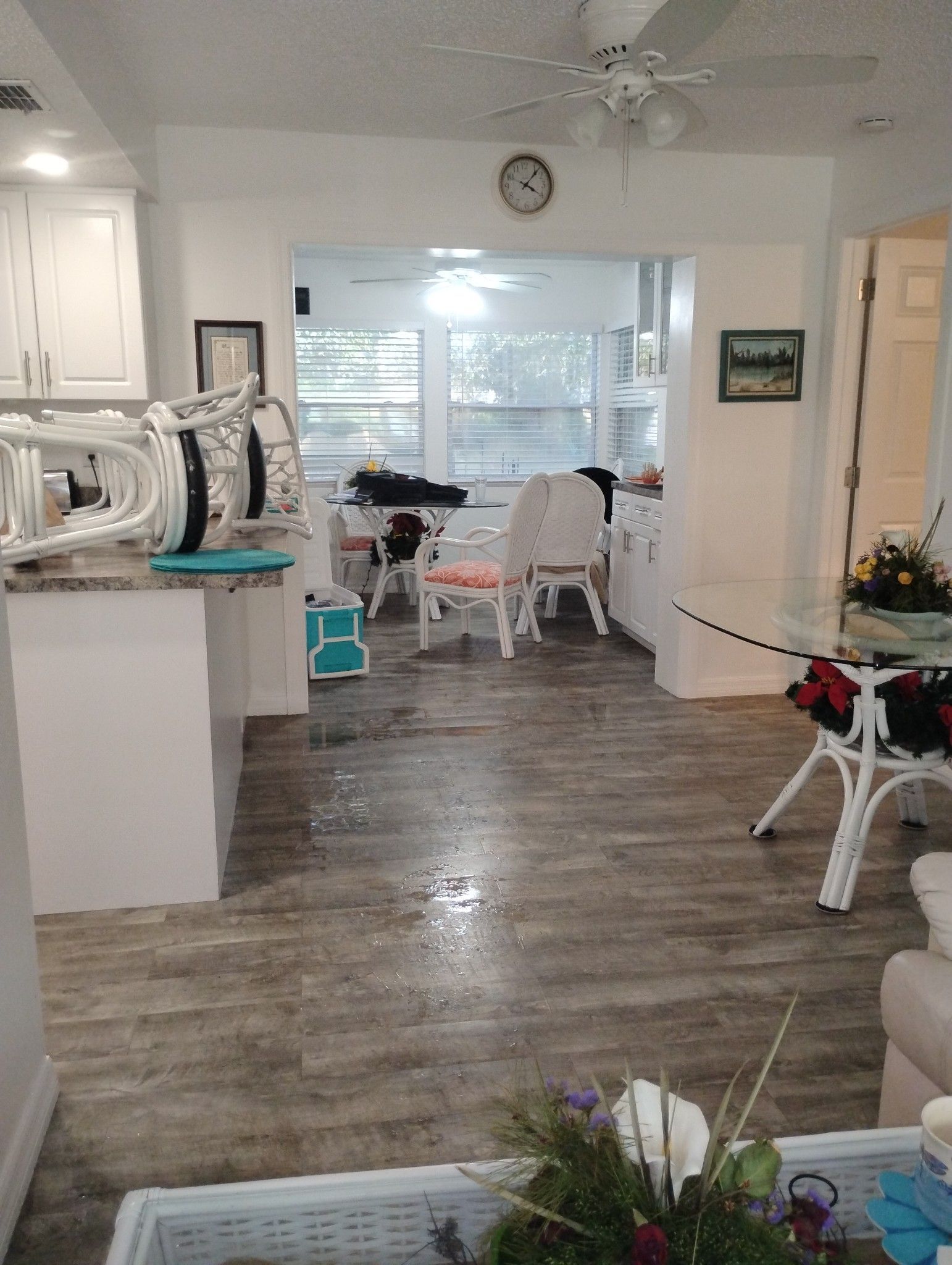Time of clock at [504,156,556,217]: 4:07
